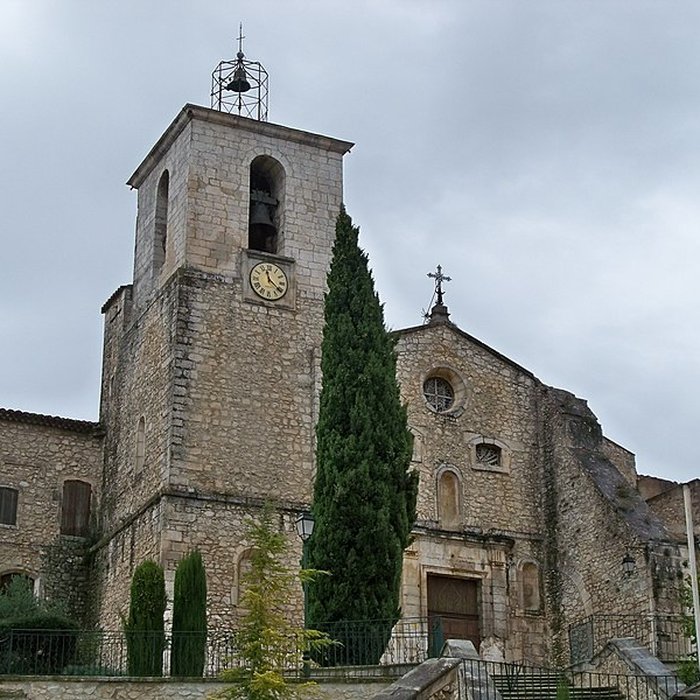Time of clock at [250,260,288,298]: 11:21
